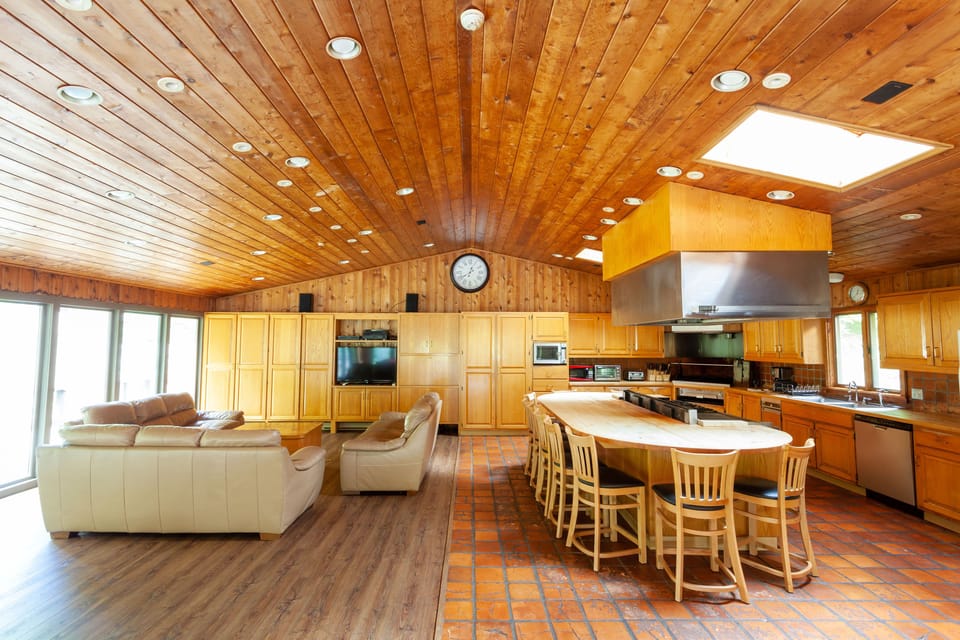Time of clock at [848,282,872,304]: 12:37
